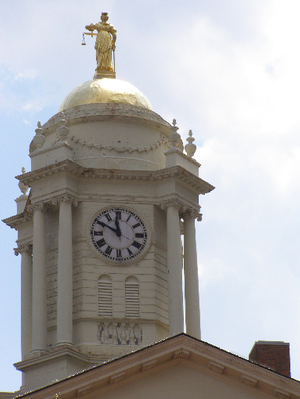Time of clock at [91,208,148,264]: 11:50
